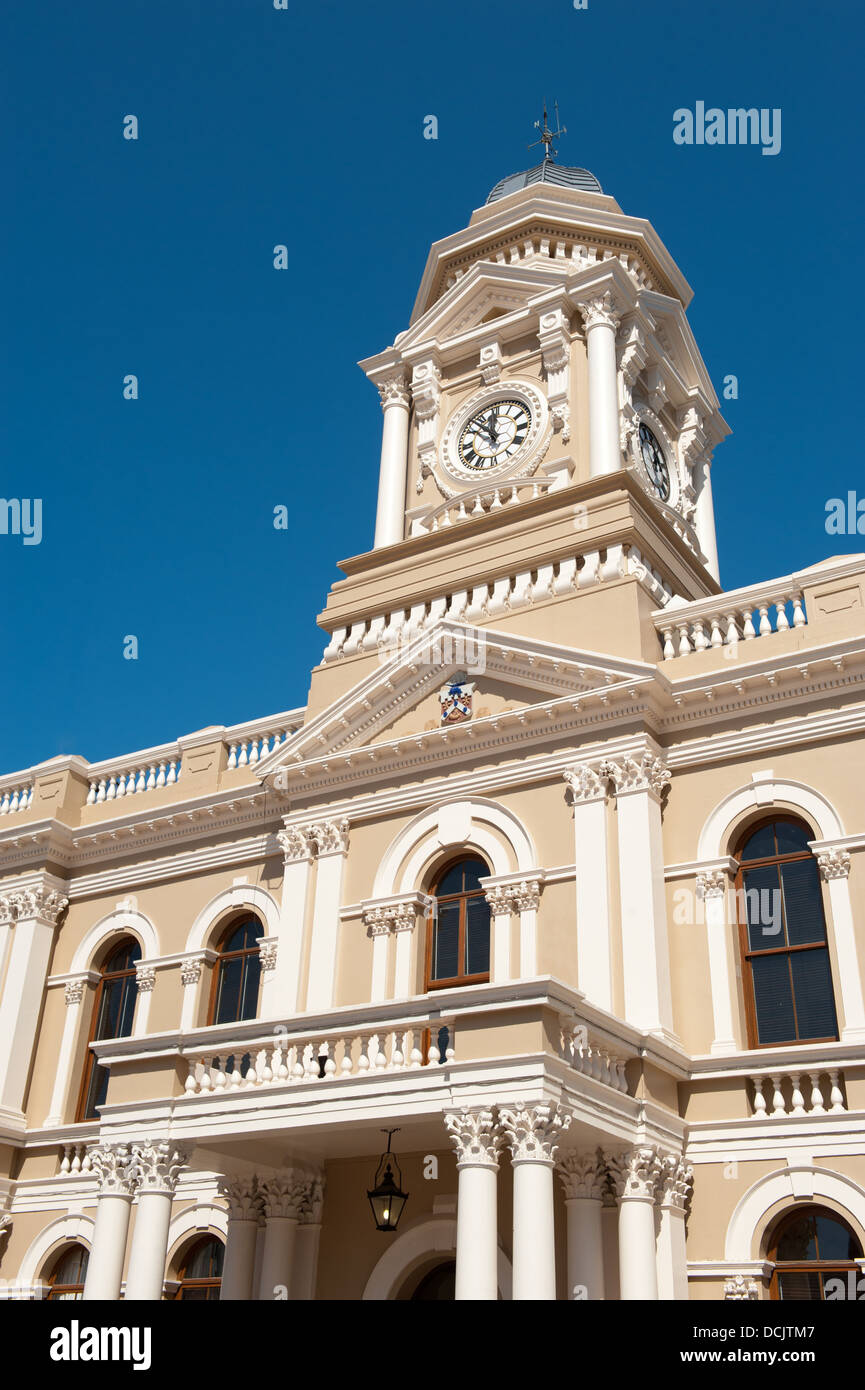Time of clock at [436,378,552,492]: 11:52
